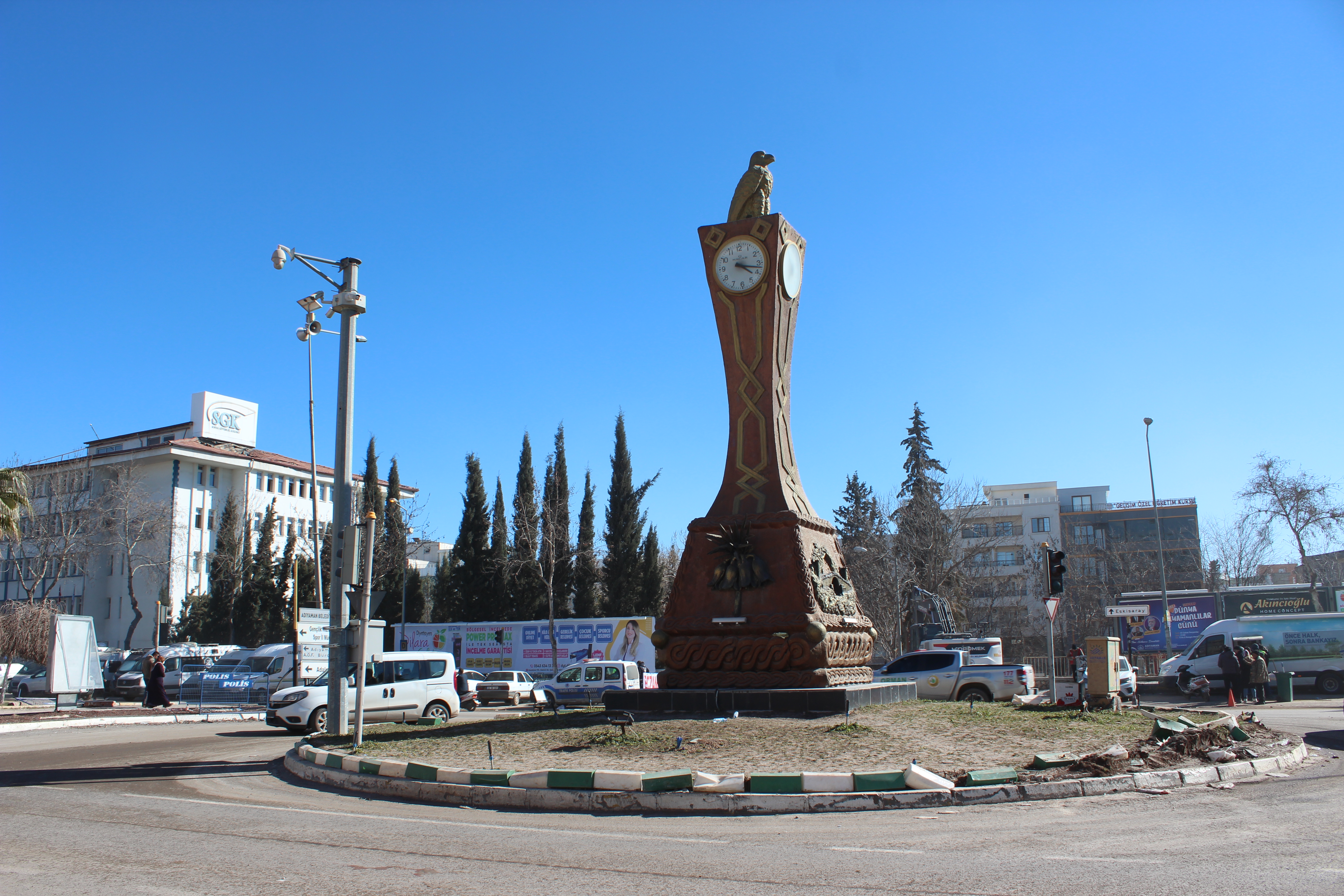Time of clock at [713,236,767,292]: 4:17
